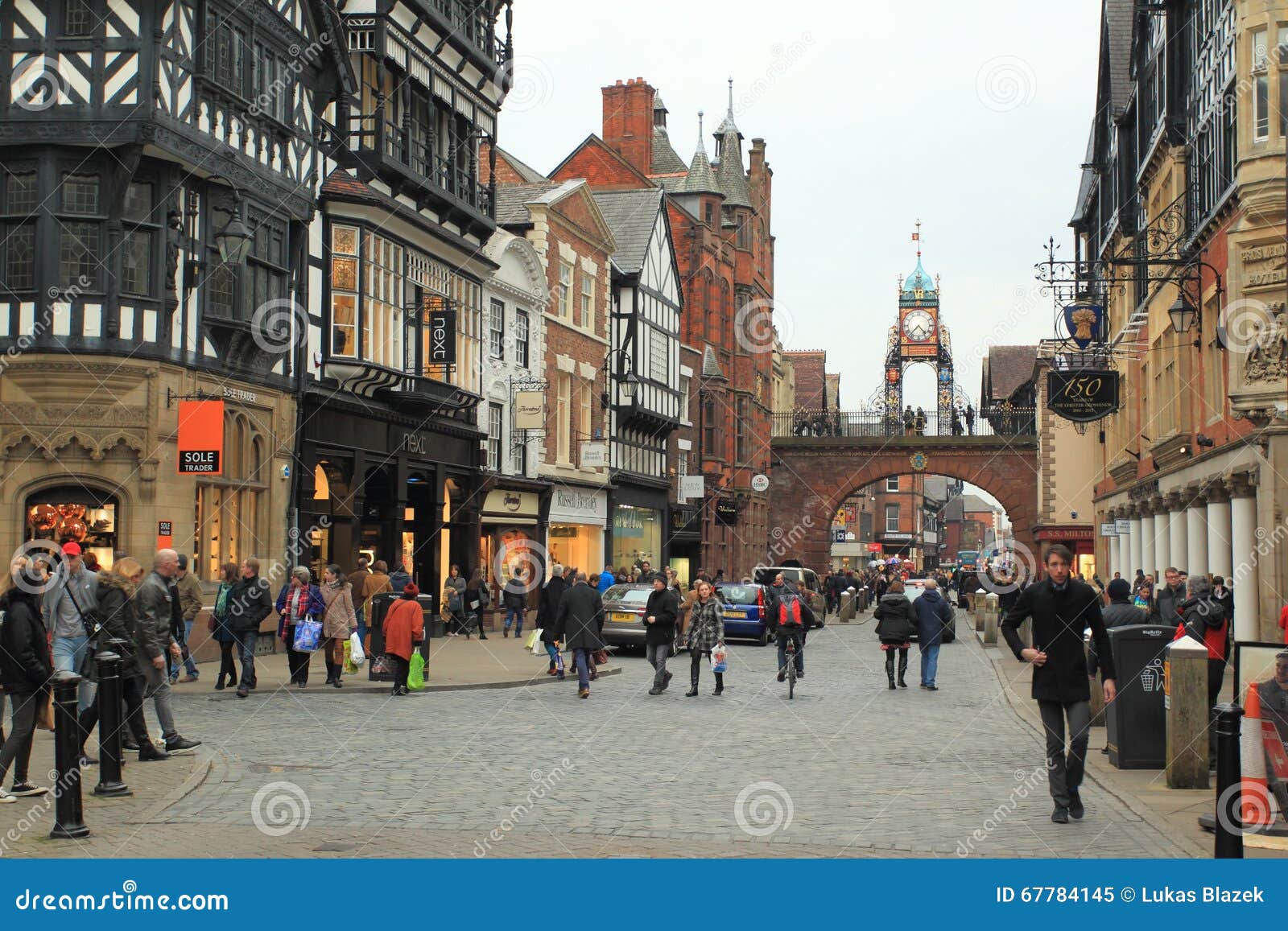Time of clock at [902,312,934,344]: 4:37
